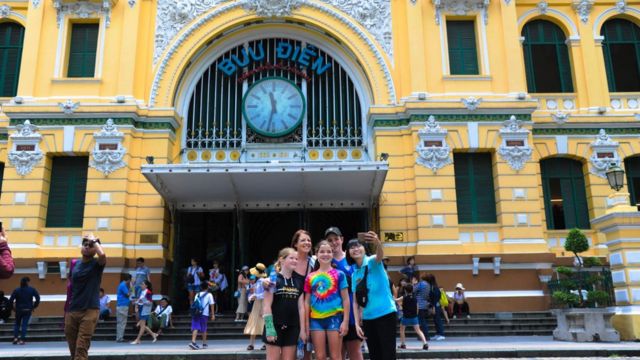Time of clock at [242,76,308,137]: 11:32
